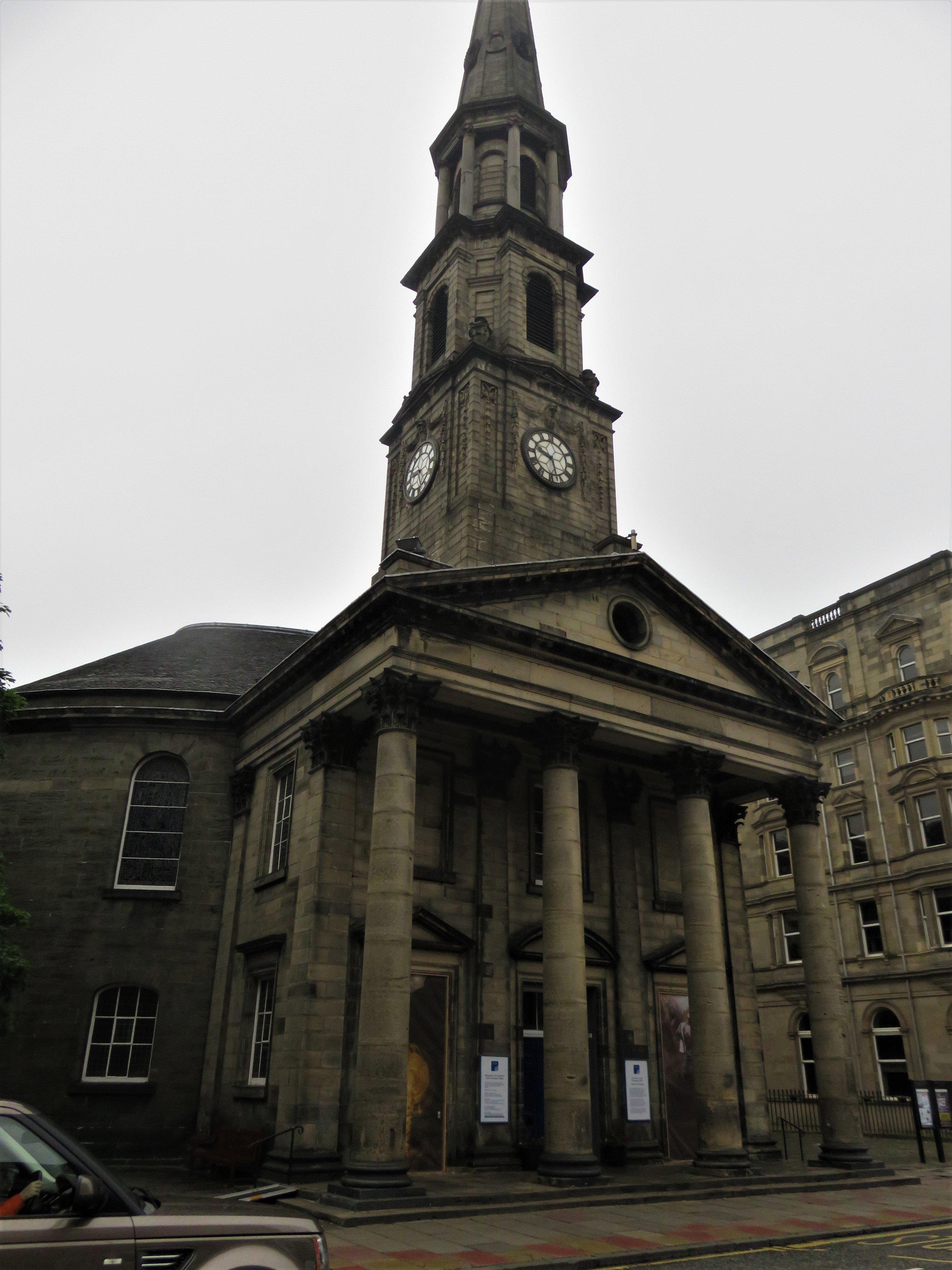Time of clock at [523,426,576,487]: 9:27
